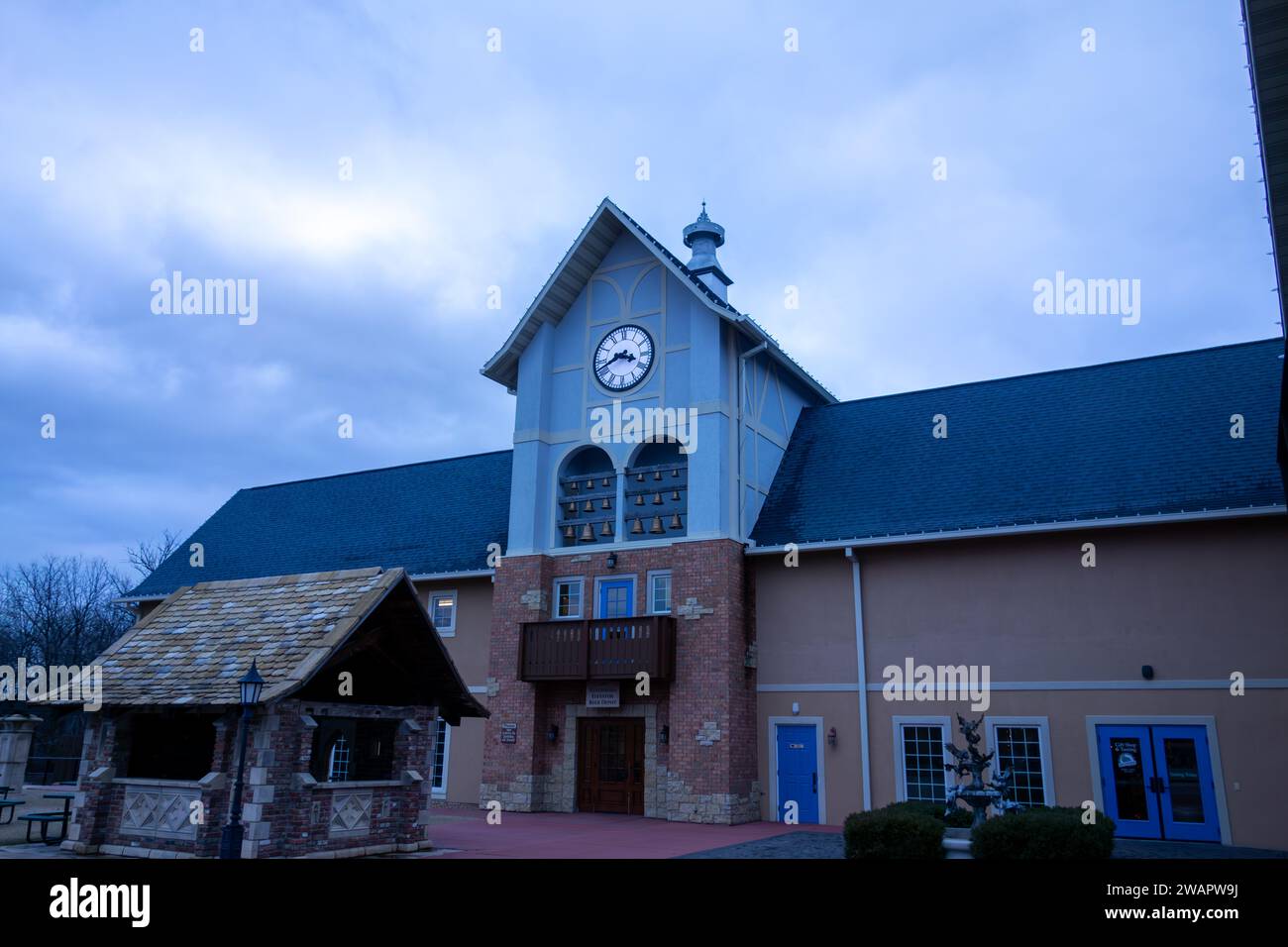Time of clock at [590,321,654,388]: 3:40
